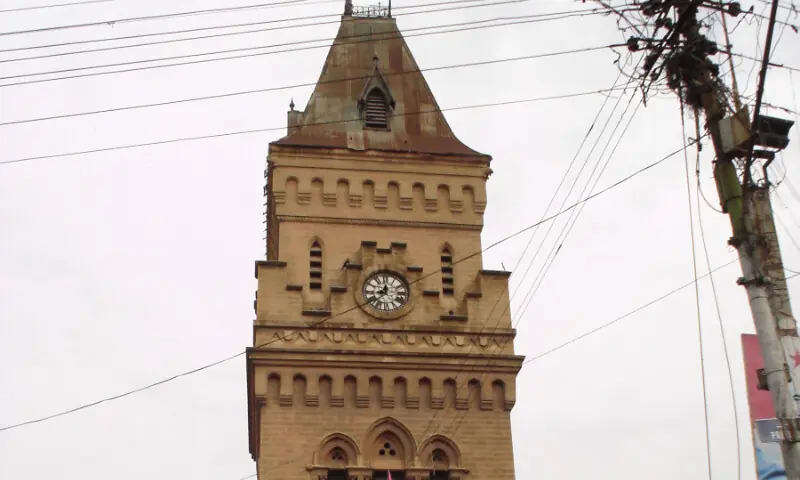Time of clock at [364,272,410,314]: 8:36
